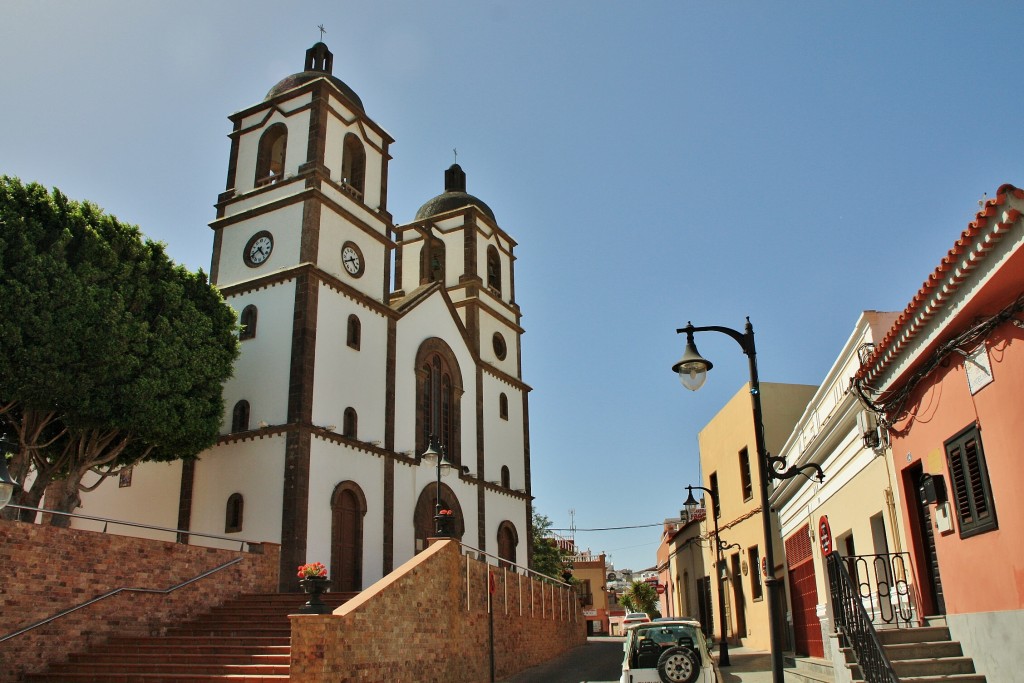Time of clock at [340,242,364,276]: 4:40
